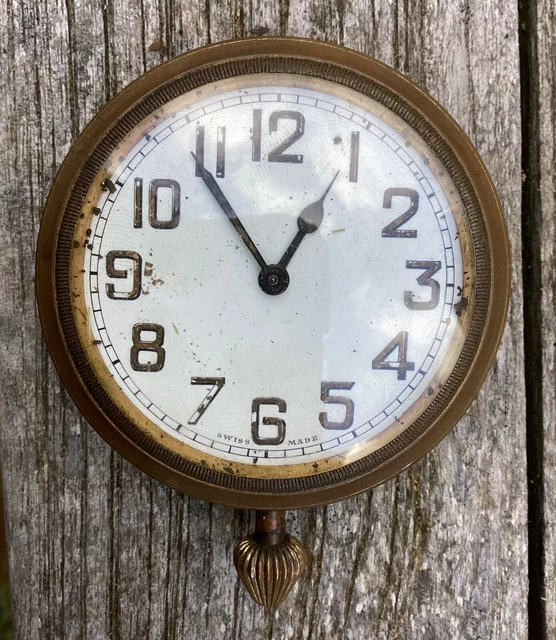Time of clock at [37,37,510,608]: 12:54
